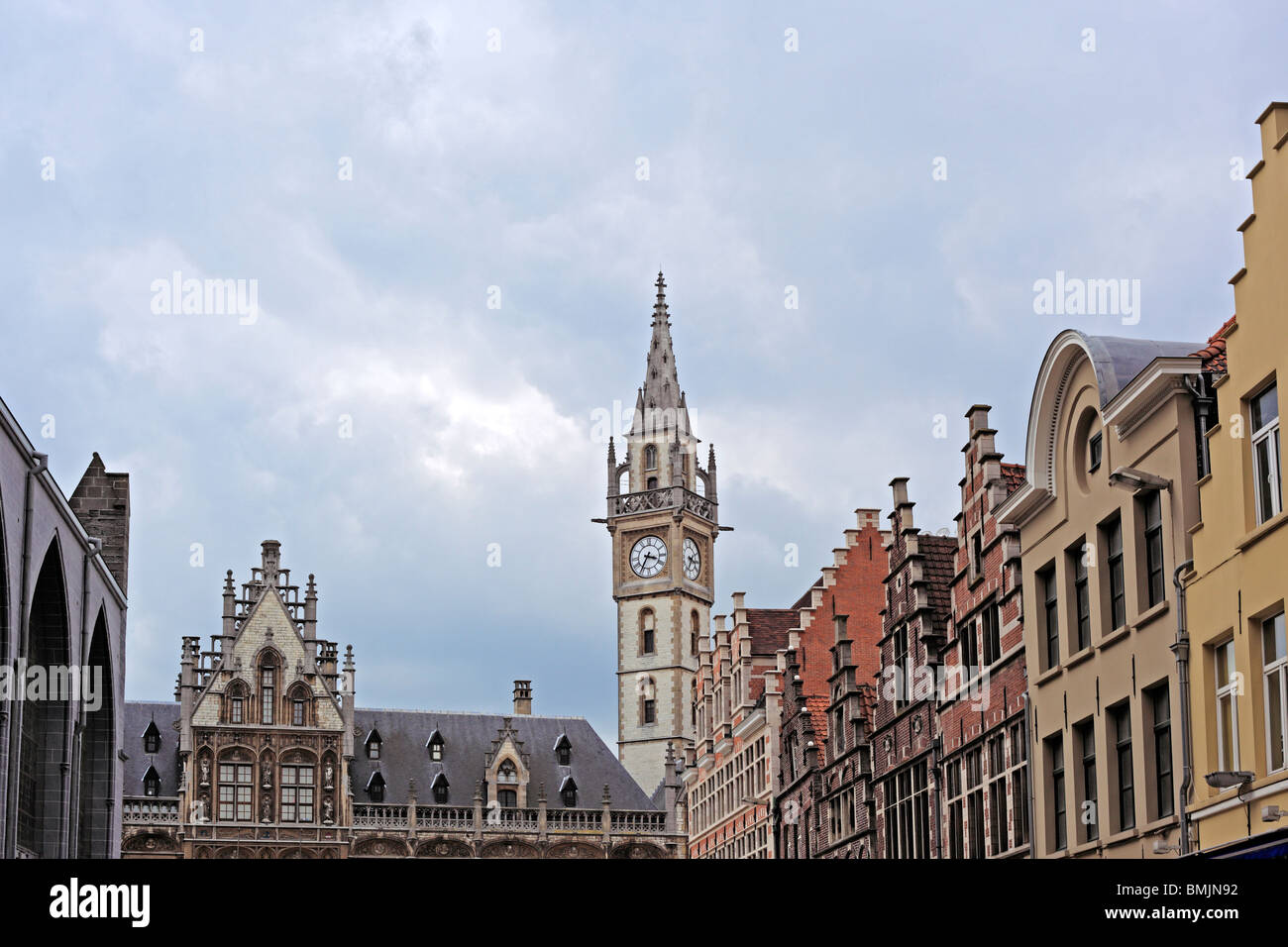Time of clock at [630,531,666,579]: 3:35
